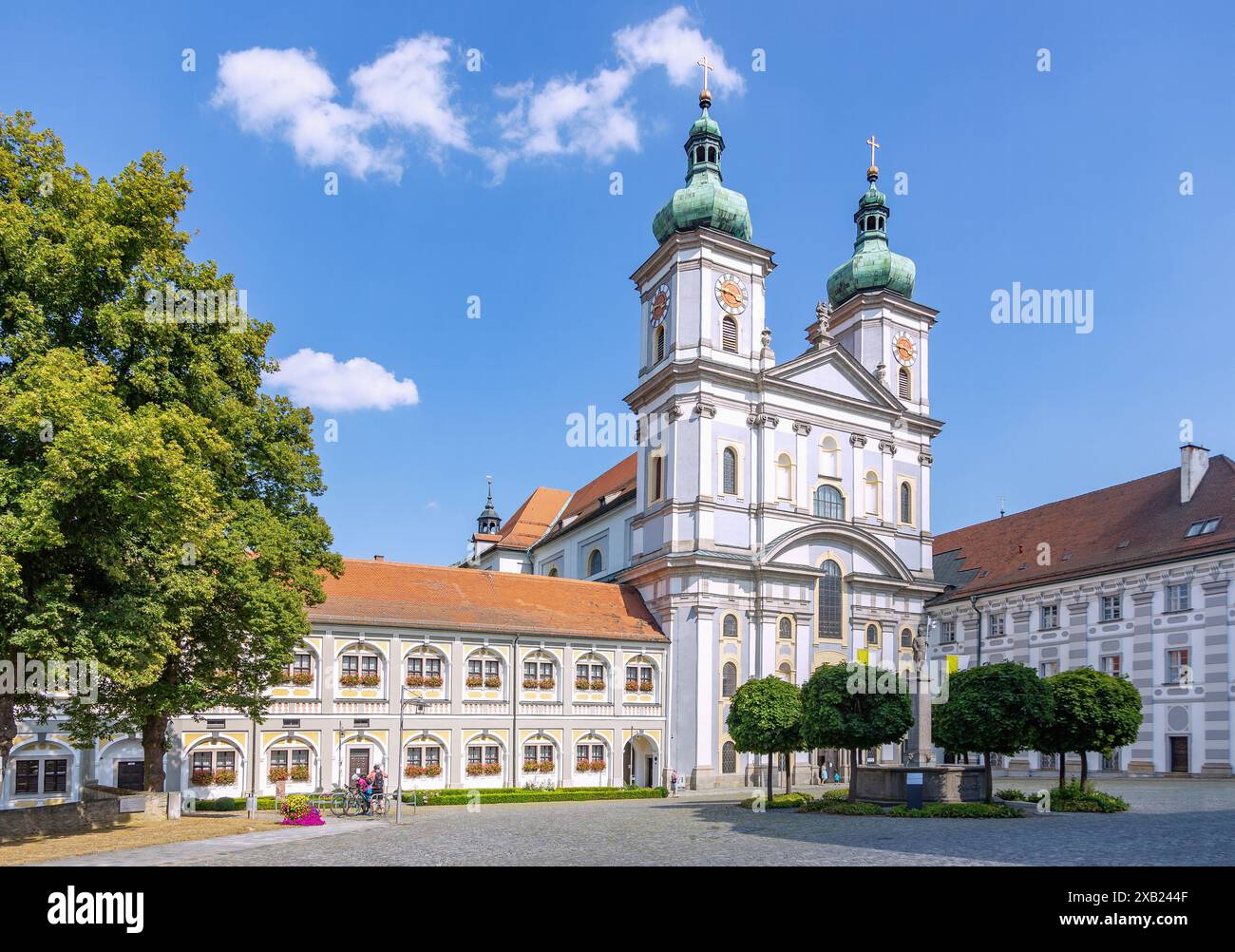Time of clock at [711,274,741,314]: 3:45
